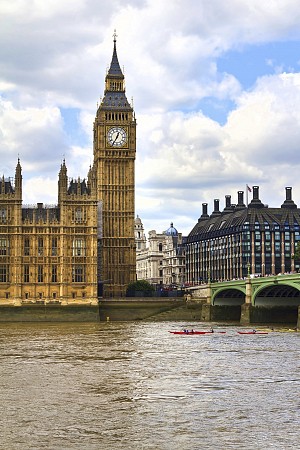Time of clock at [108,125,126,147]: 12:34
